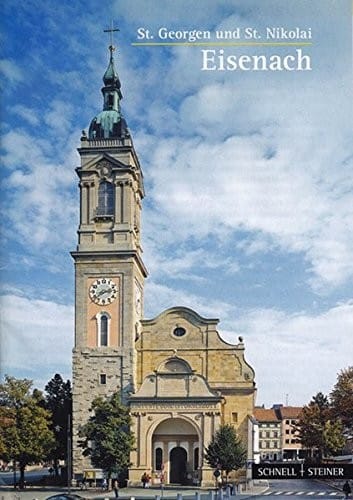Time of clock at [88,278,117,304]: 2:38
